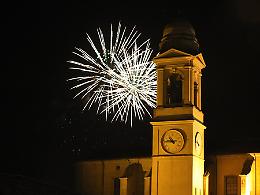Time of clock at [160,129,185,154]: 10:45
